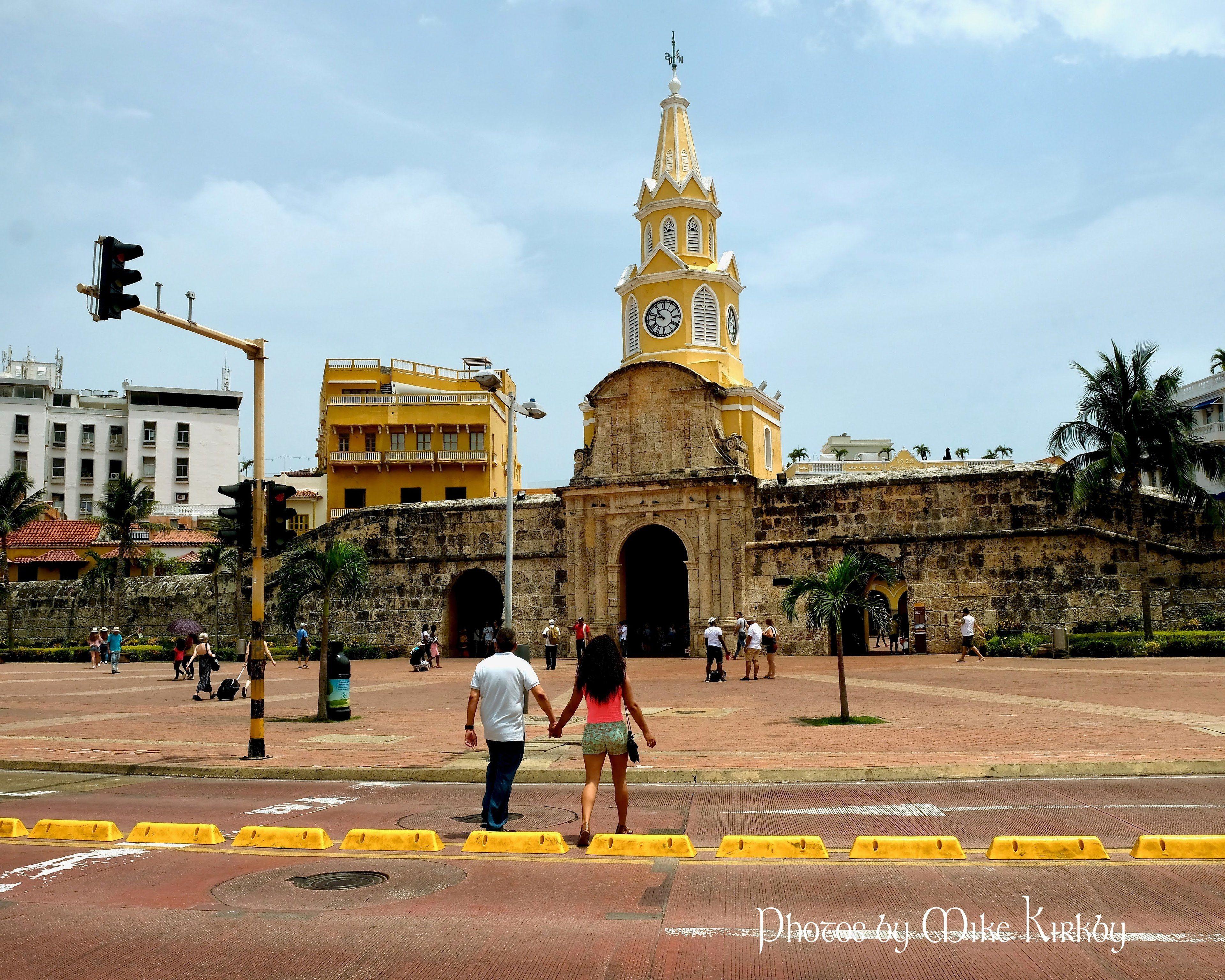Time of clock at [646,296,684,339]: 10:47
